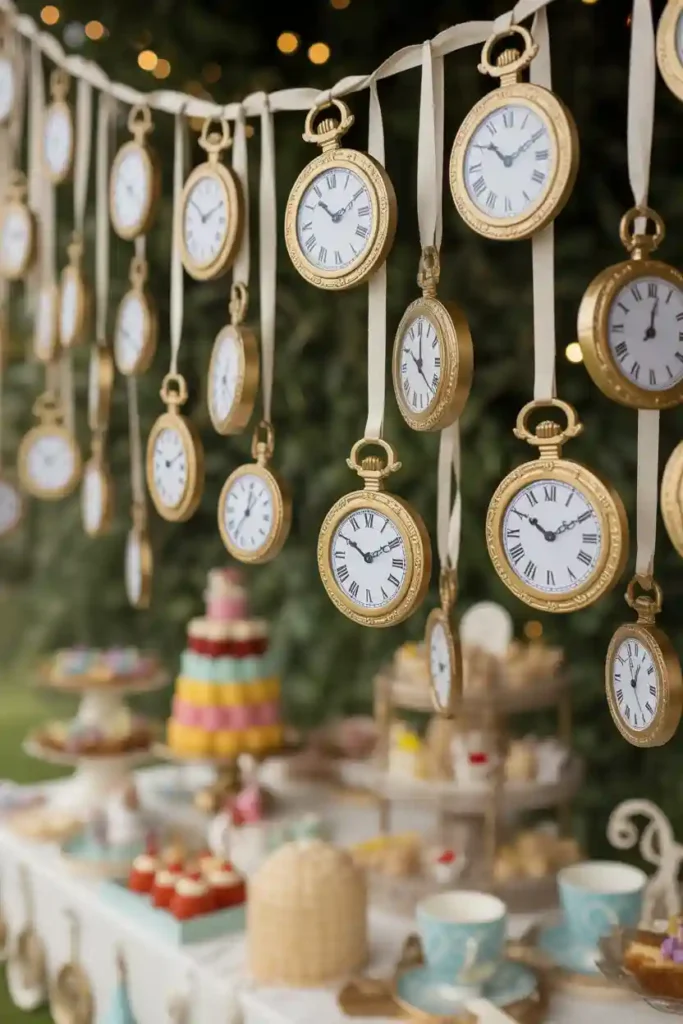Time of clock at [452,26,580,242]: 10:10
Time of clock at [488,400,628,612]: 10:10
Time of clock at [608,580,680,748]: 12:57
